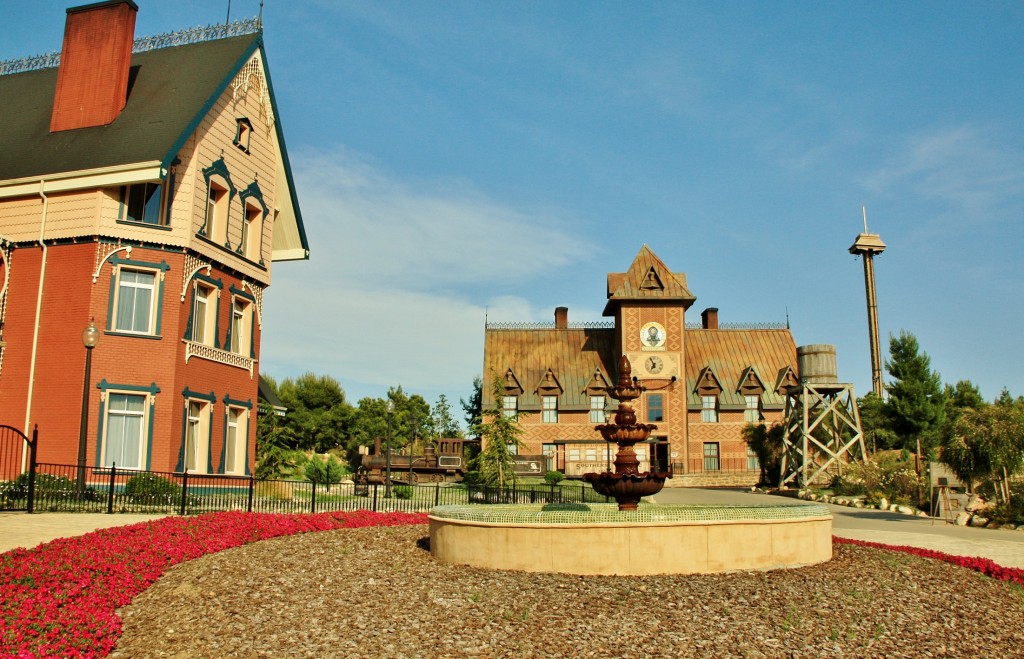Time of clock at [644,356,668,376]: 6:56
